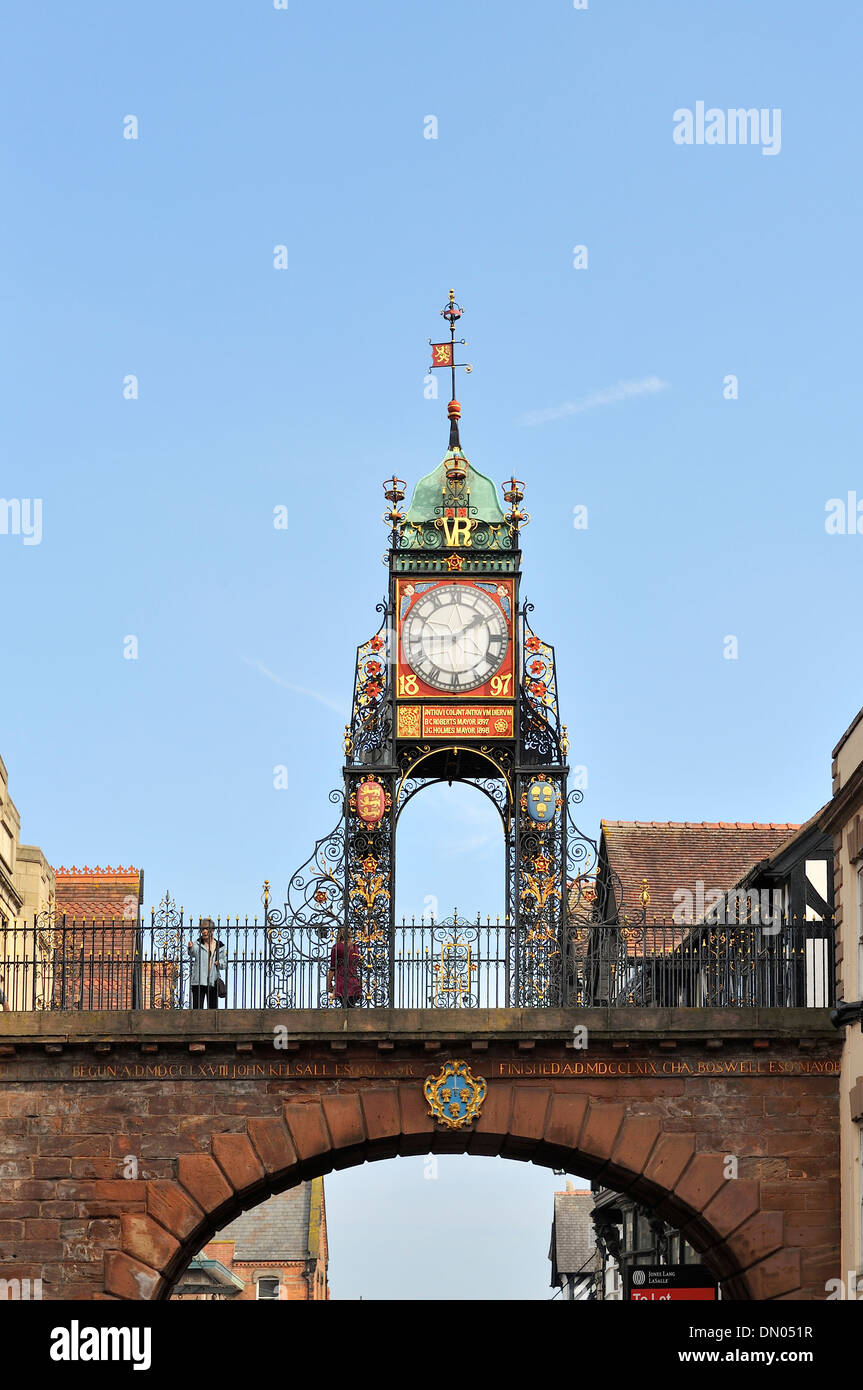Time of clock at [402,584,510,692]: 1:44
